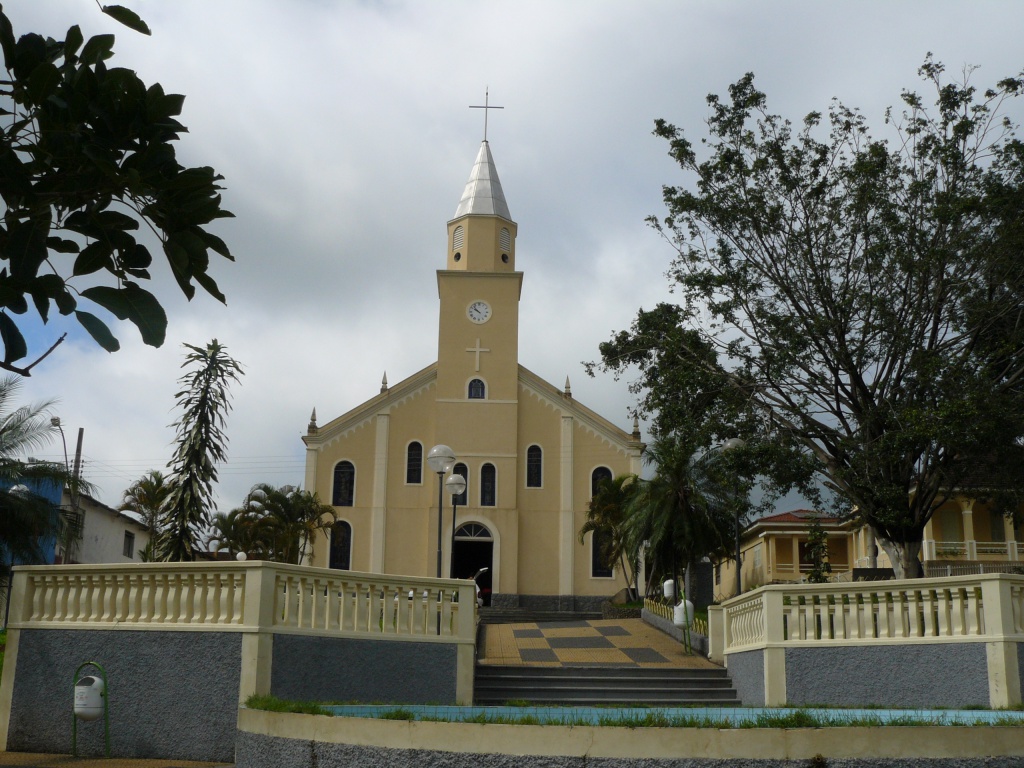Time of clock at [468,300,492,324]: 9:52
